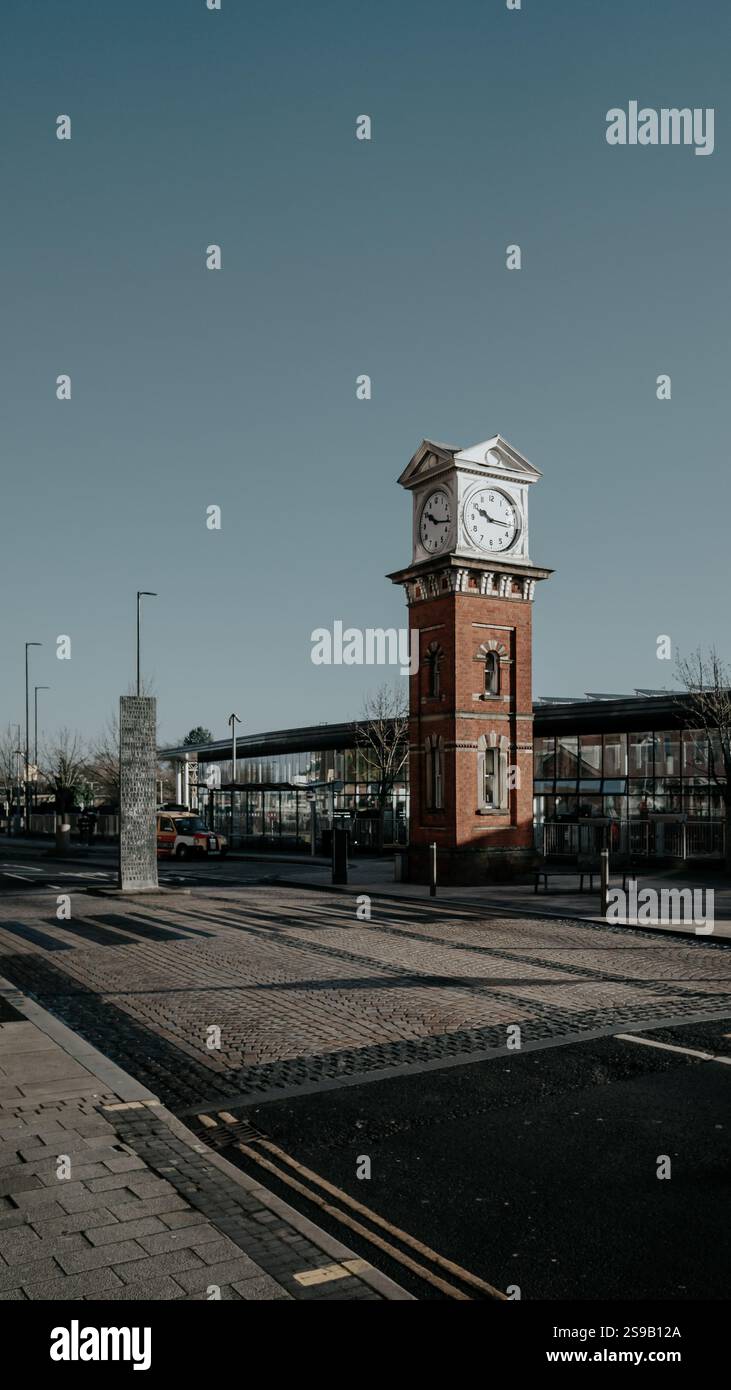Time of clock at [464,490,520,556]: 10:15
